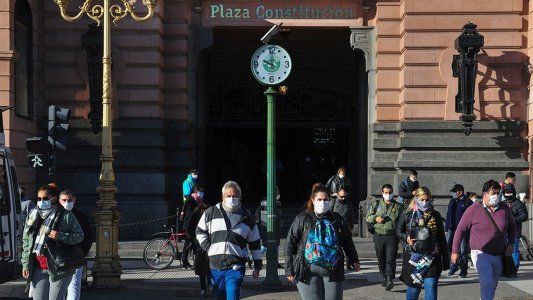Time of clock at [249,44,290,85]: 10:00
